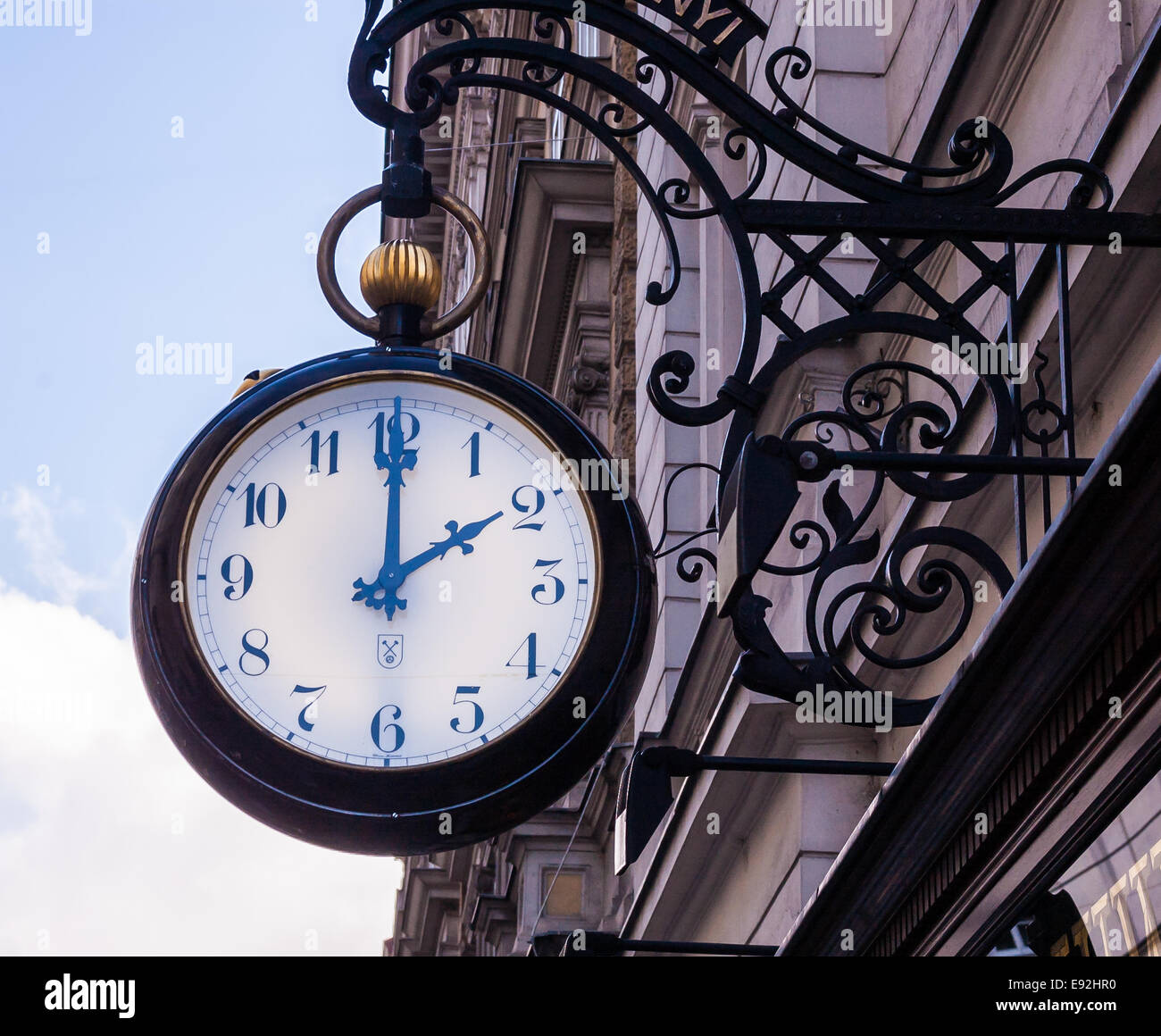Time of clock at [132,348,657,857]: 2:00
